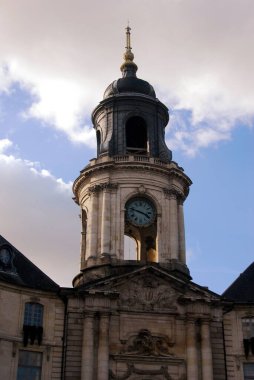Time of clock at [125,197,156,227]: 3:47
